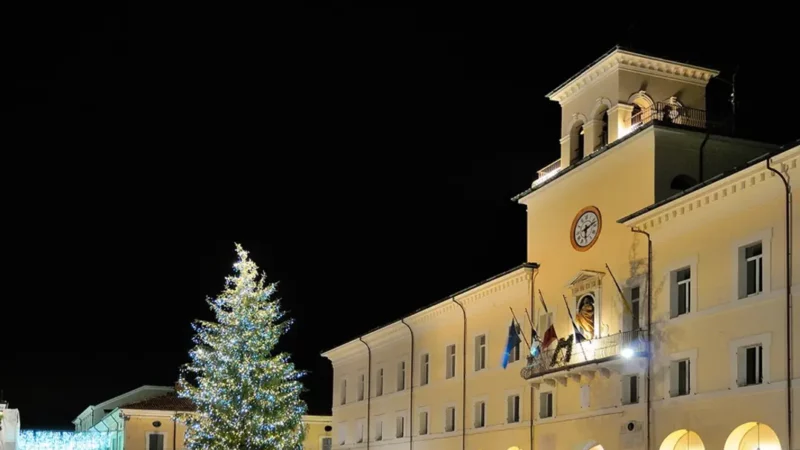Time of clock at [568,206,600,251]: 6:12
